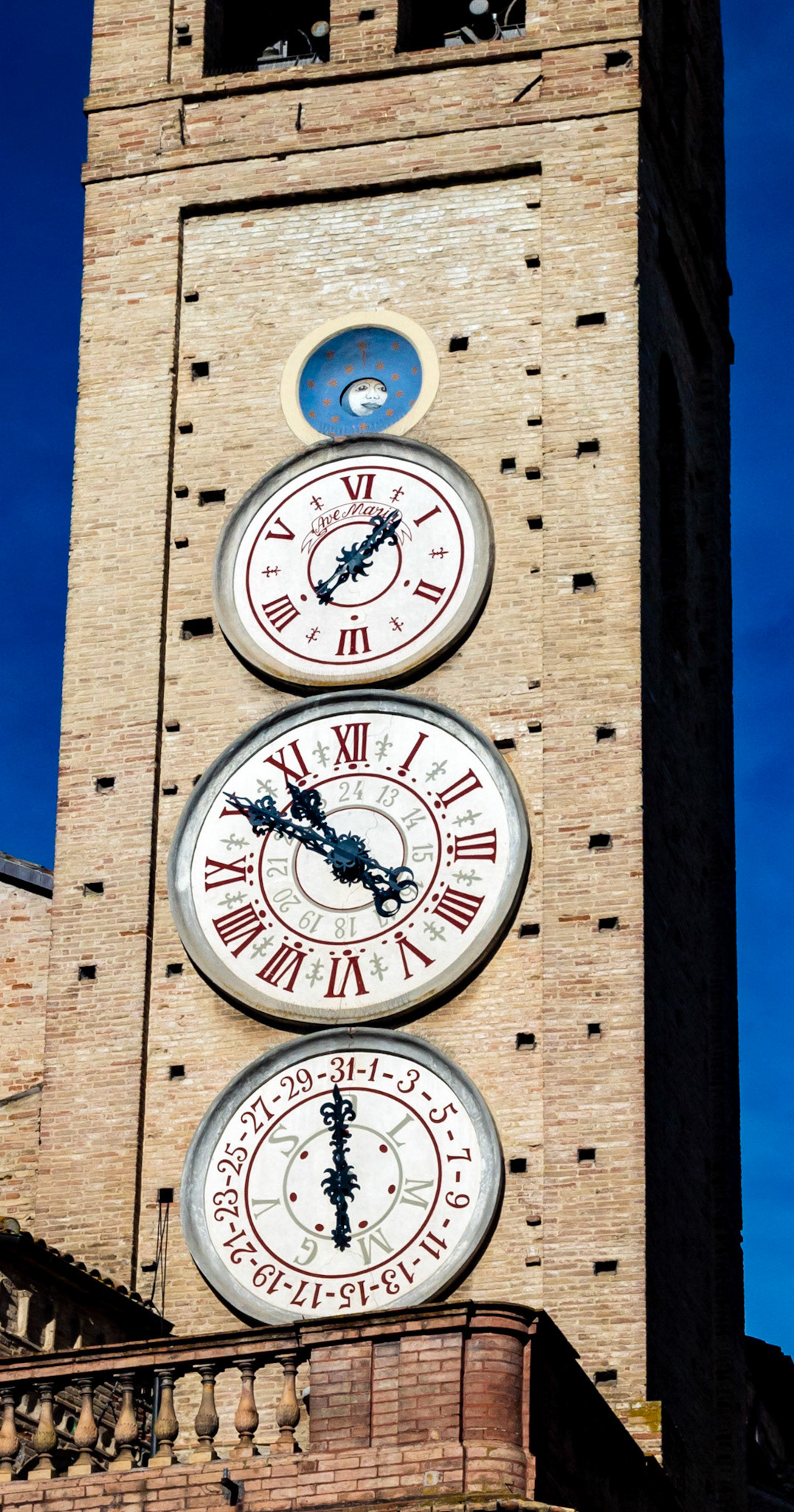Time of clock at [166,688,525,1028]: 10:50
